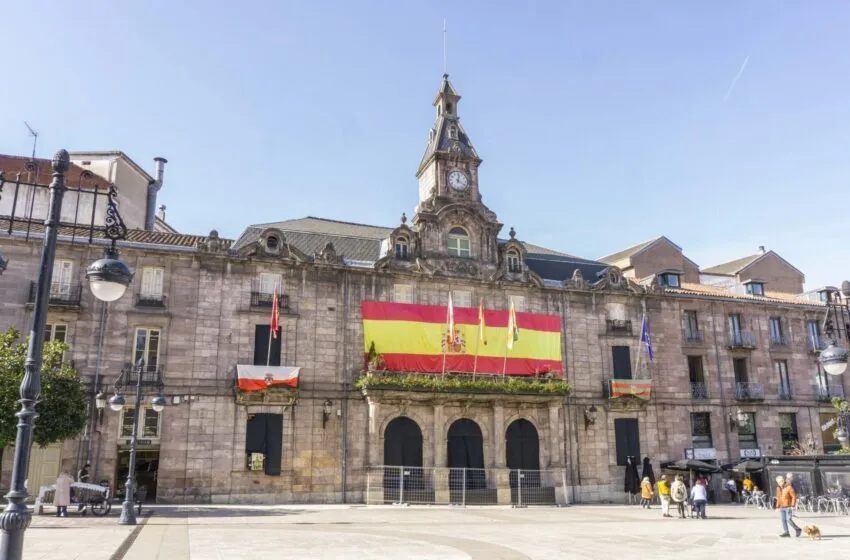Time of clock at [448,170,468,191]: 12:19
